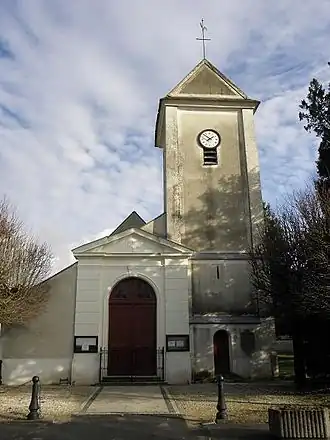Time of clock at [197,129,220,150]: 1:51
